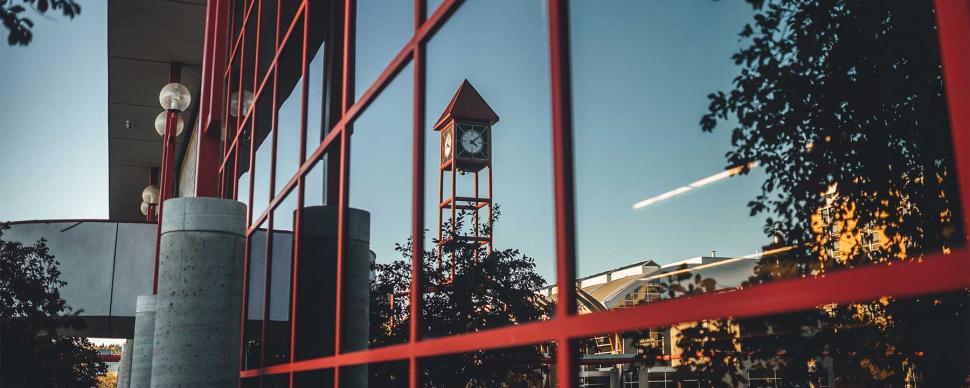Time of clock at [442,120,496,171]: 4:07
